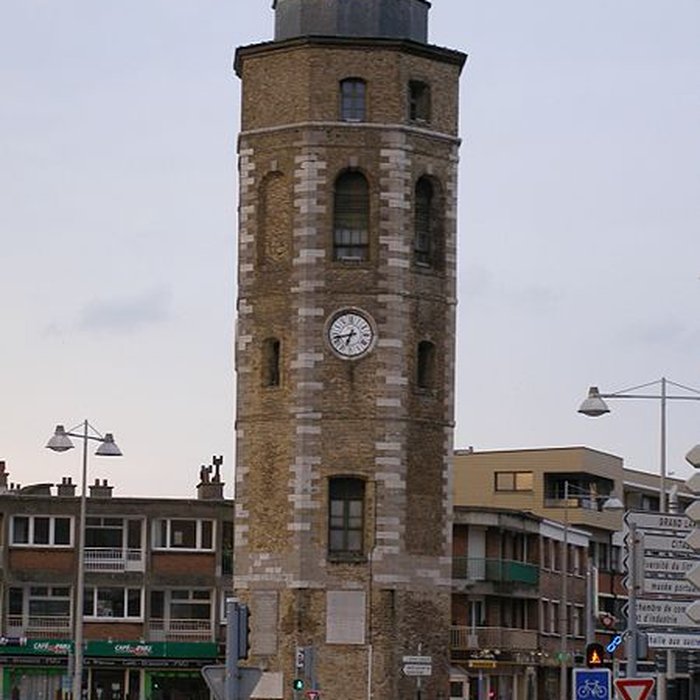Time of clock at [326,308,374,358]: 6:42
